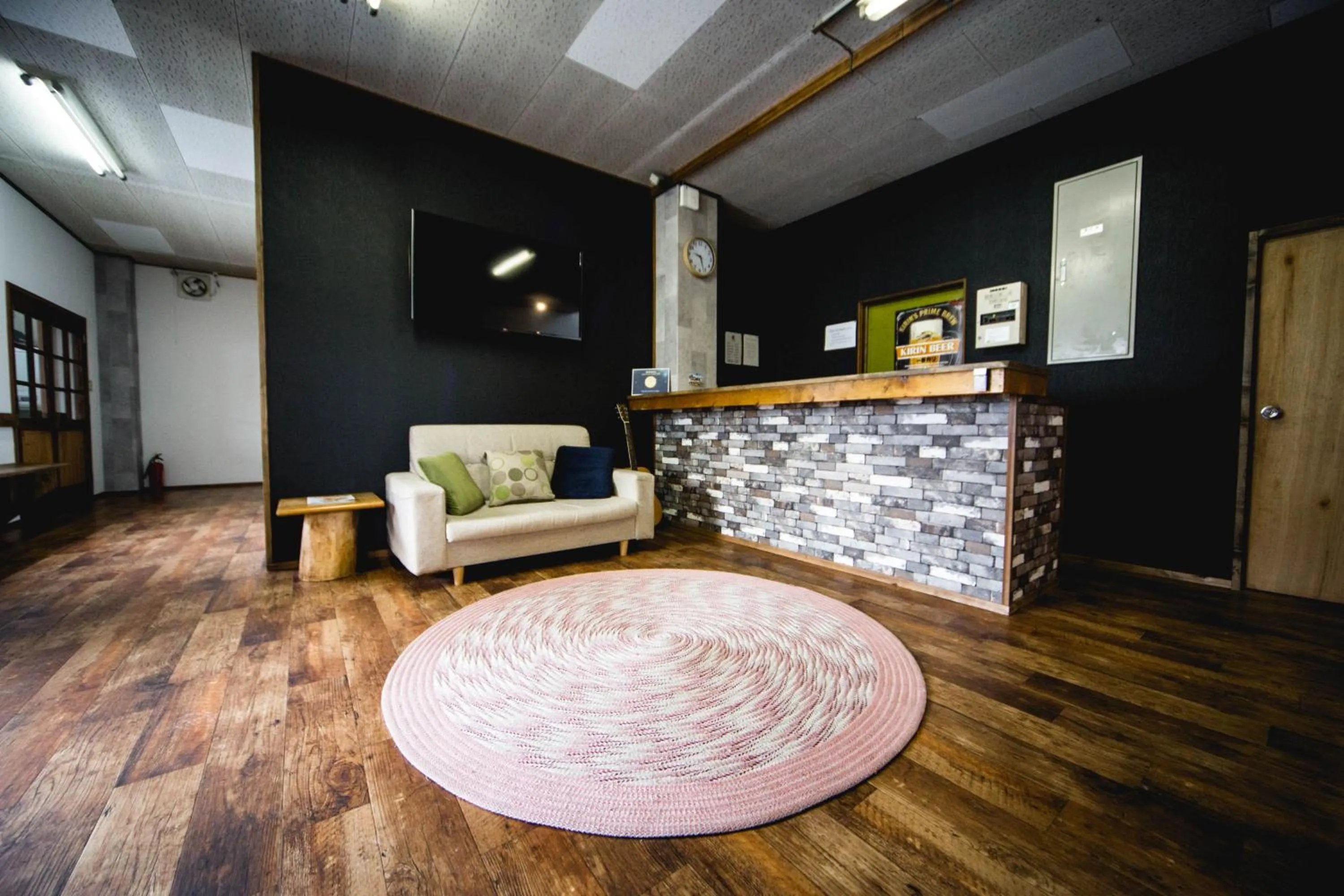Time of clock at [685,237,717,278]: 9:26
